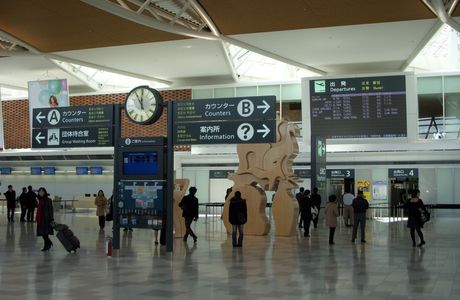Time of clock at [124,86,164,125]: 11:55
